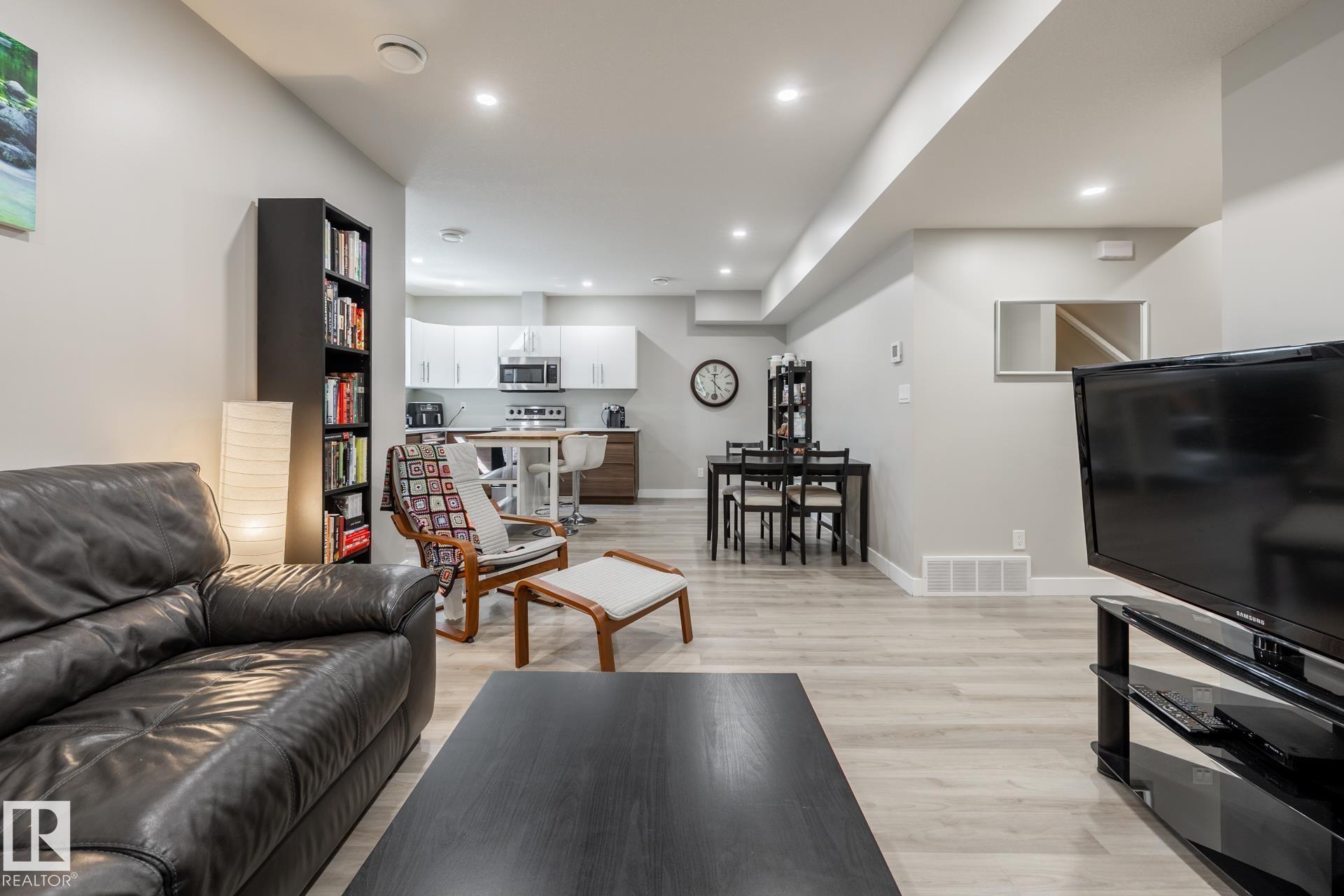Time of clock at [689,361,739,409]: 4:29
